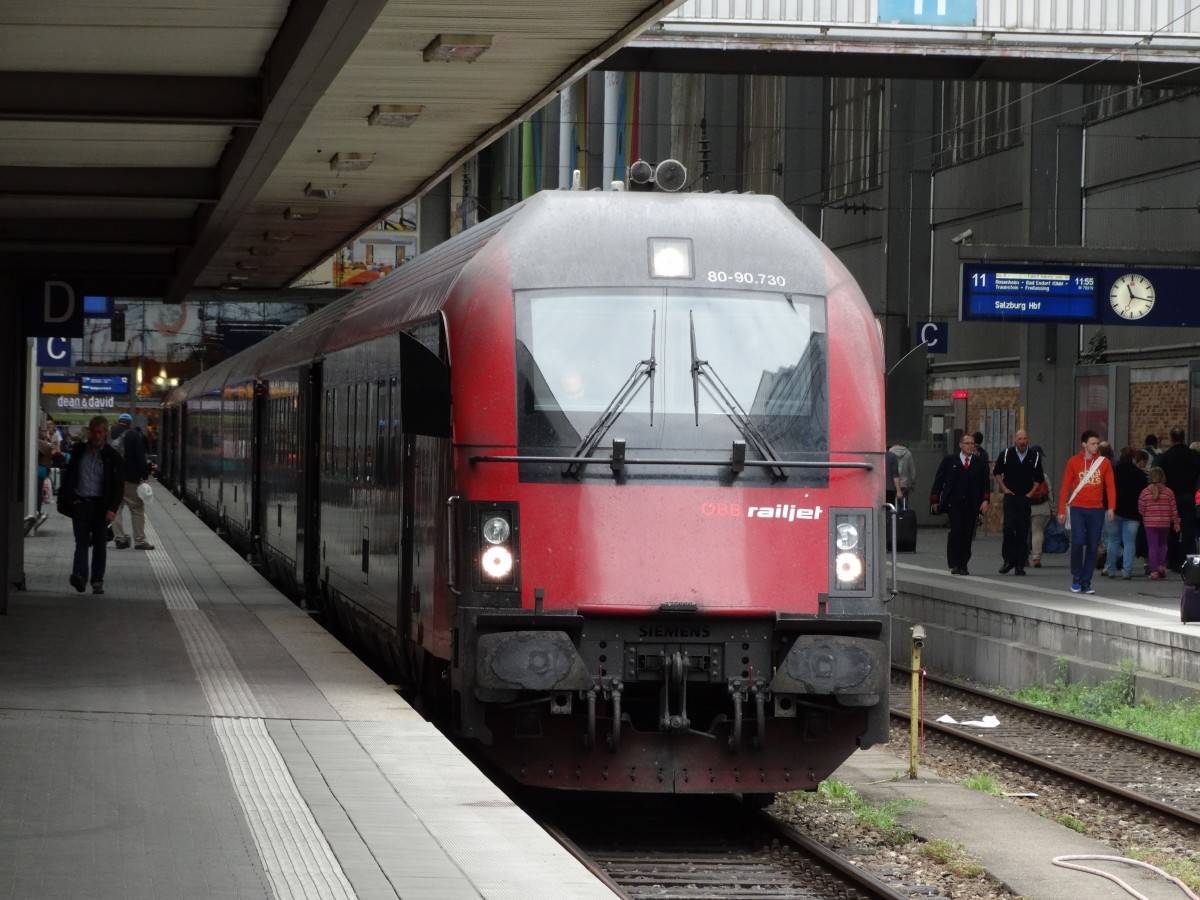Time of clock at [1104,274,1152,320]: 11:16
